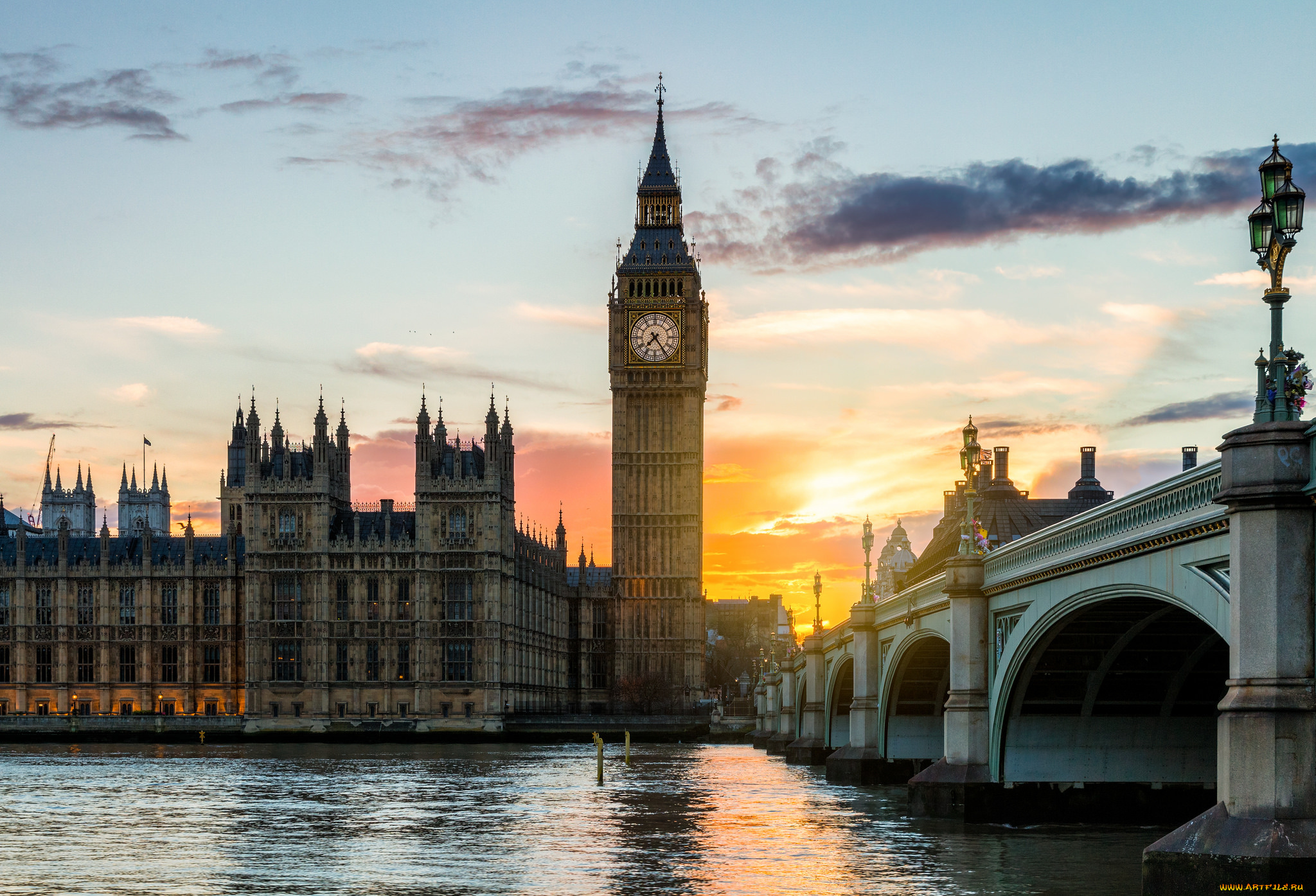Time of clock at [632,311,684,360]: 7:24
